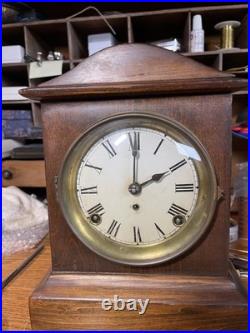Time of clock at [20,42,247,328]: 2:00
